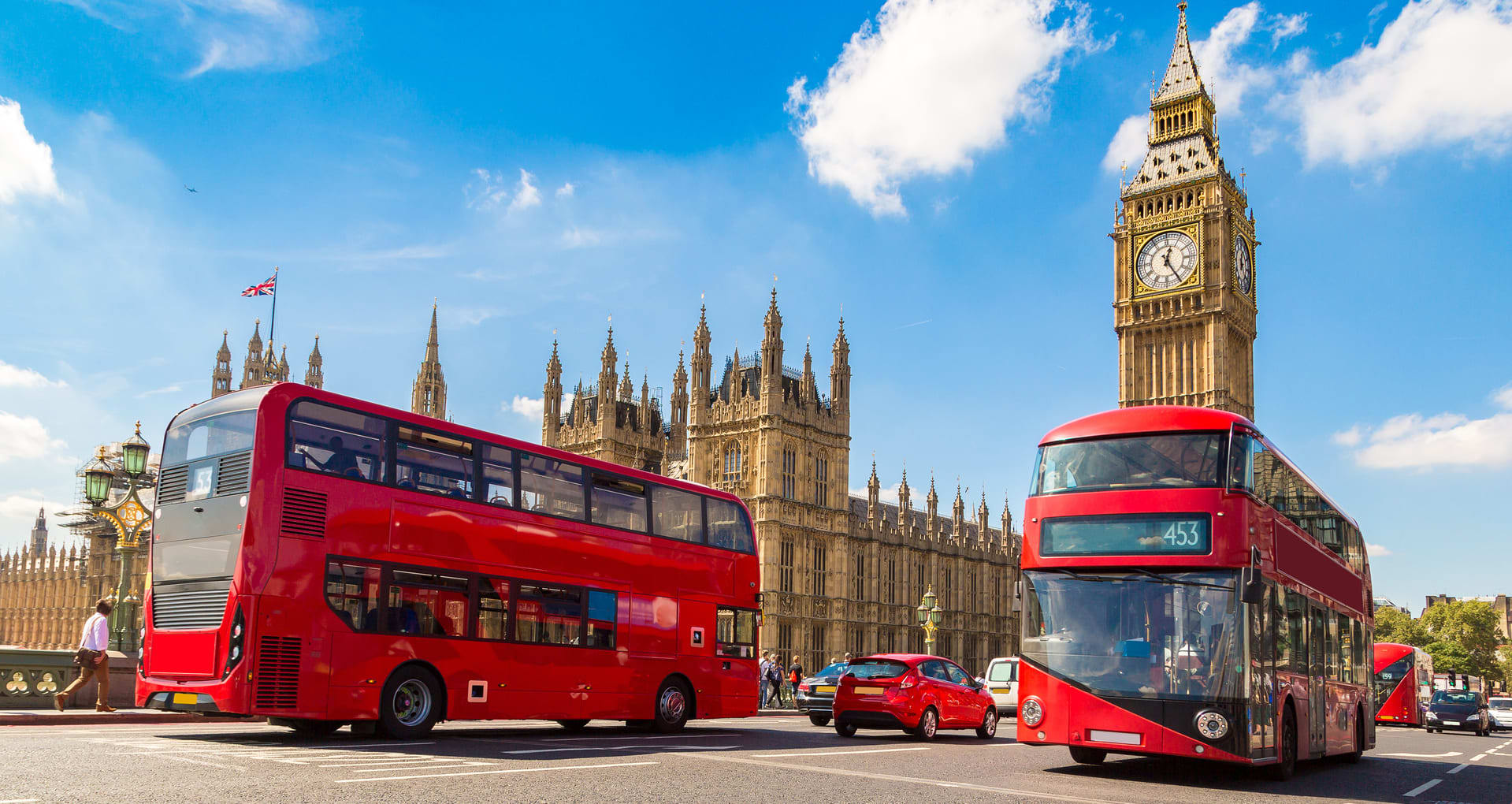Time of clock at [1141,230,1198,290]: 12:24
